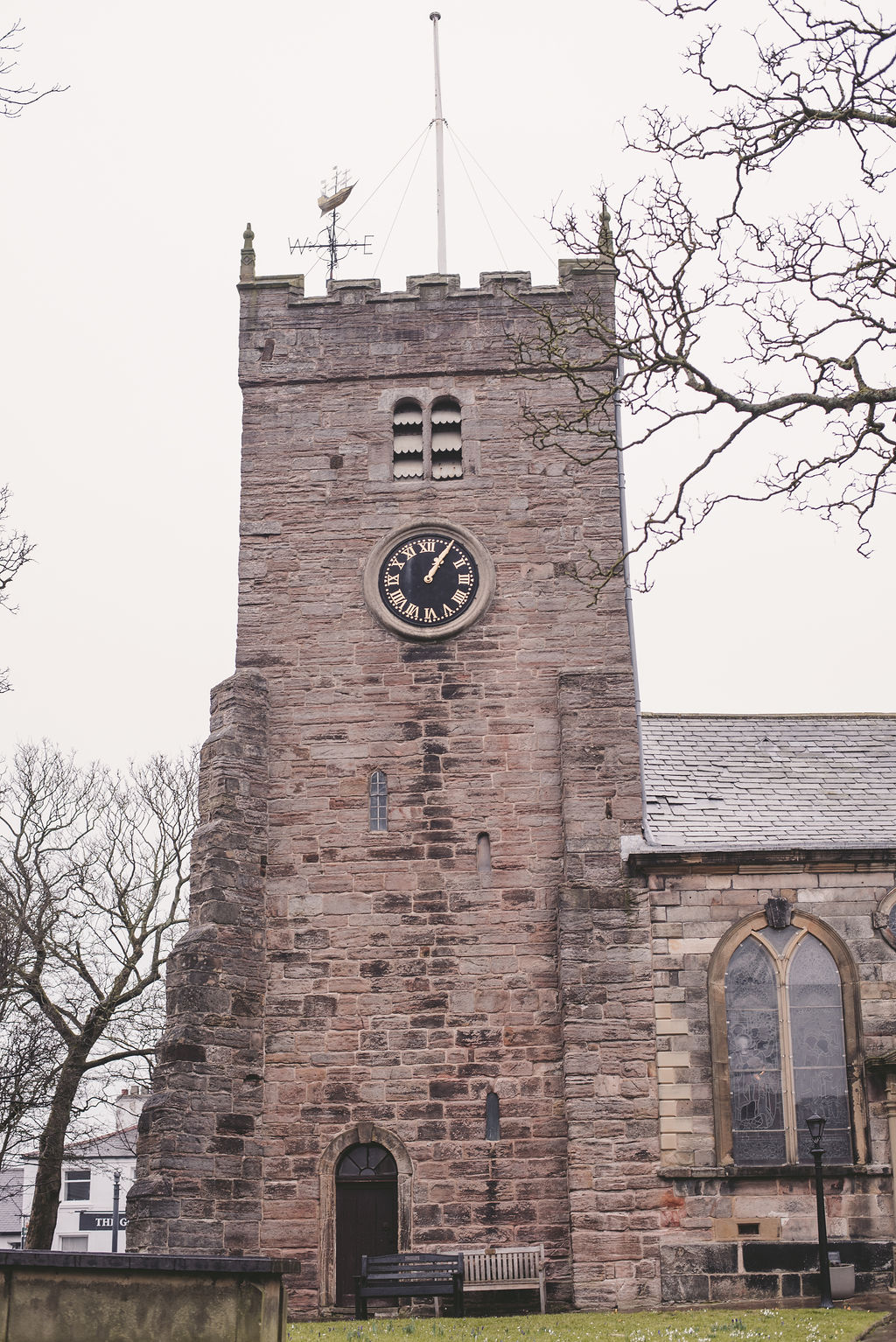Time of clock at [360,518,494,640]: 1:05
